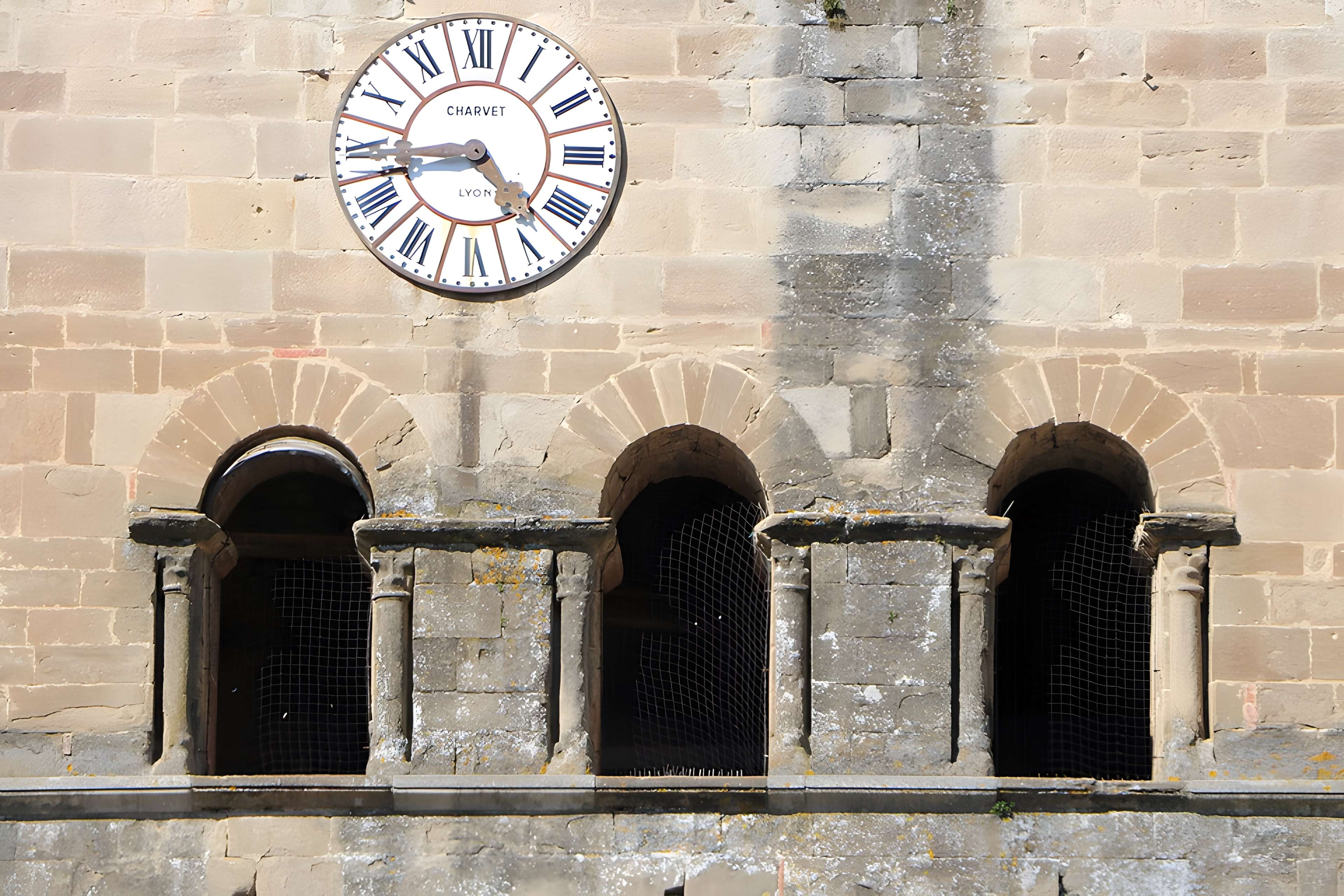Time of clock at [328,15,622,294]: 4:43
